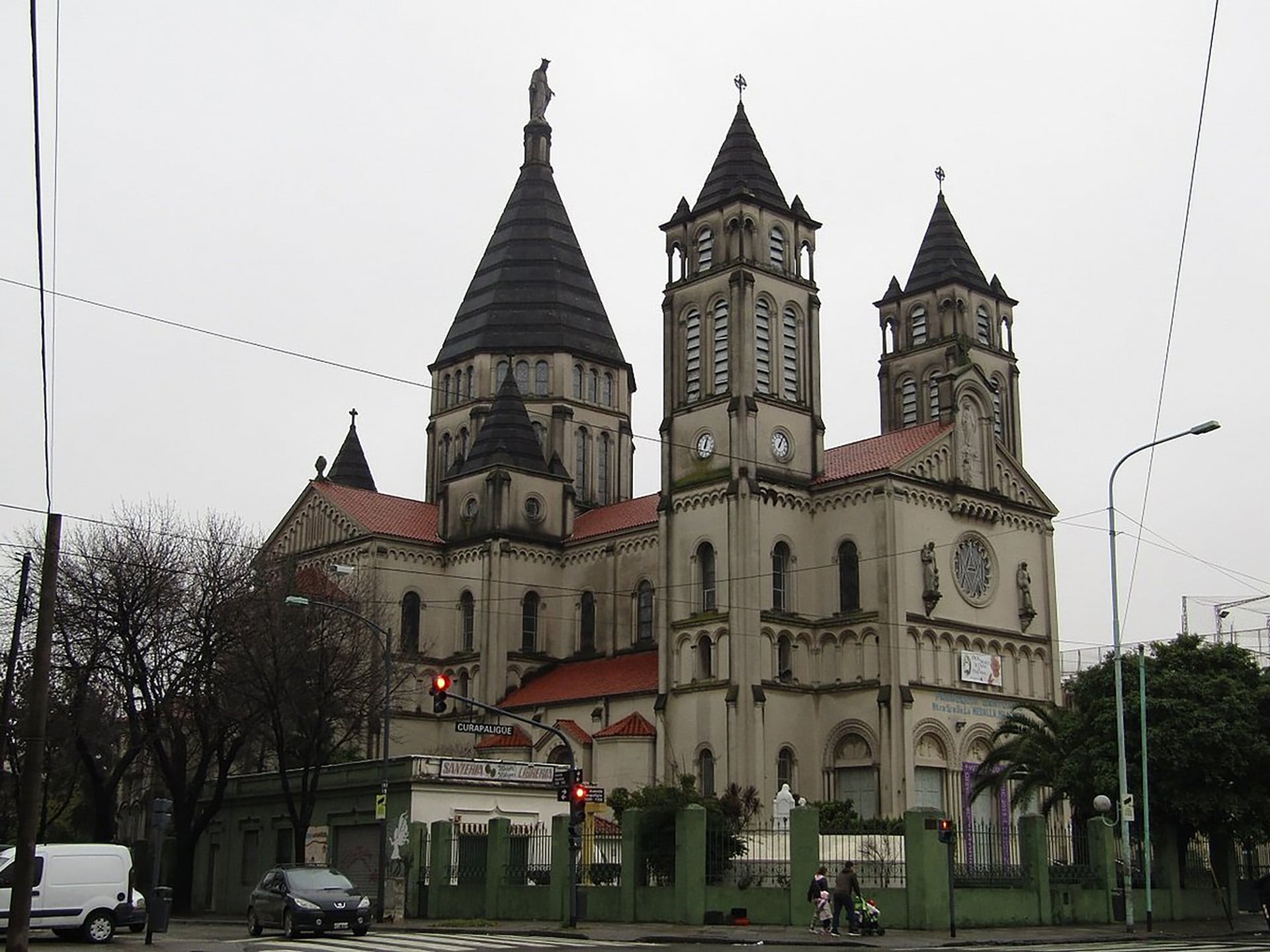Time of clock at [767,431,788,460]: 1:05
